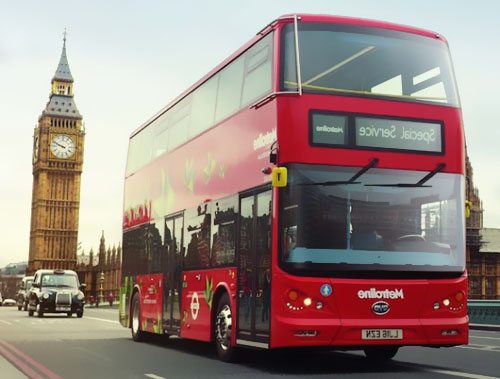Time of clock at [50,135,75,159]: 9:48
